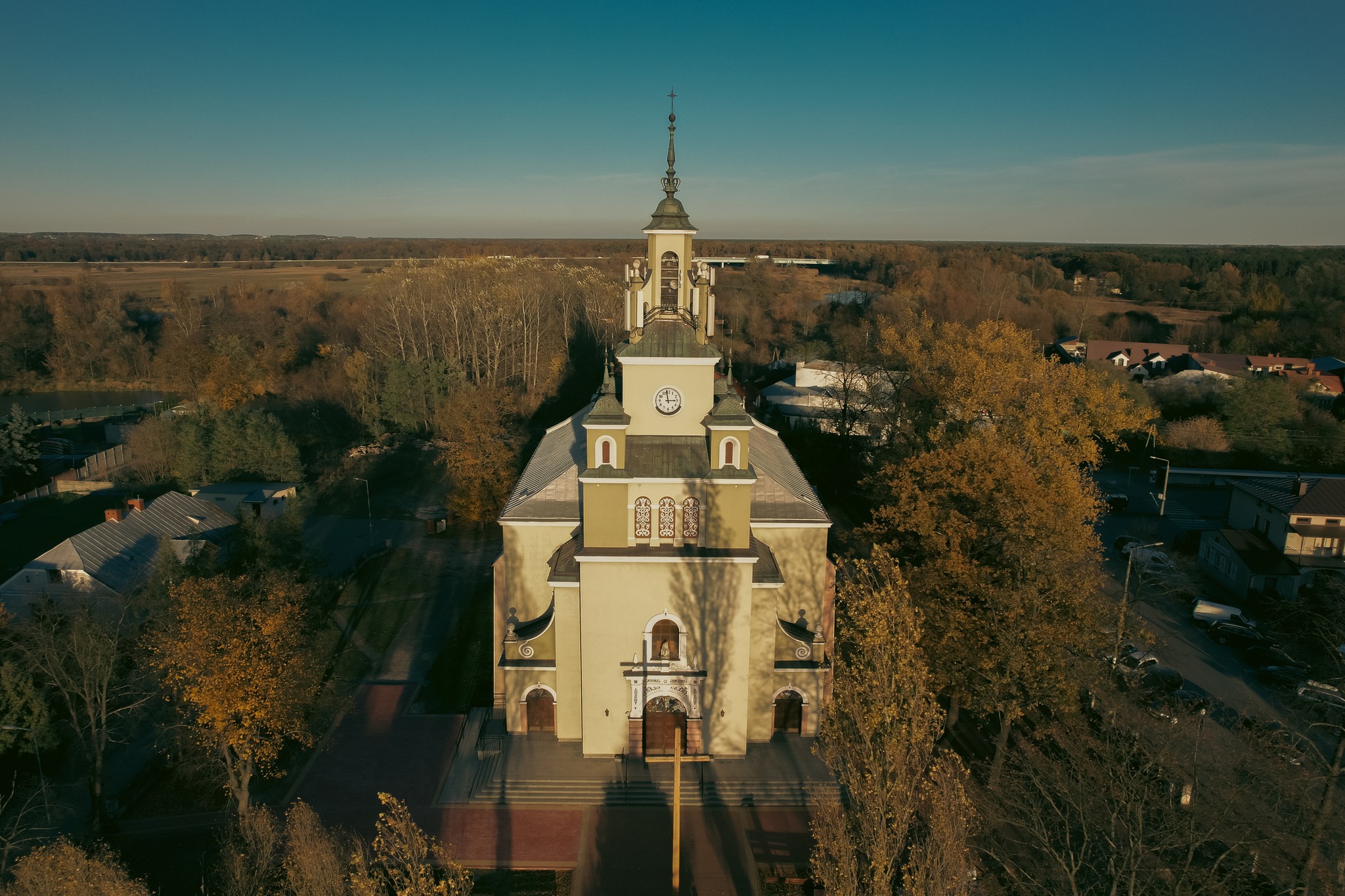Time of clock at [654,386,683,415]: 2:58
